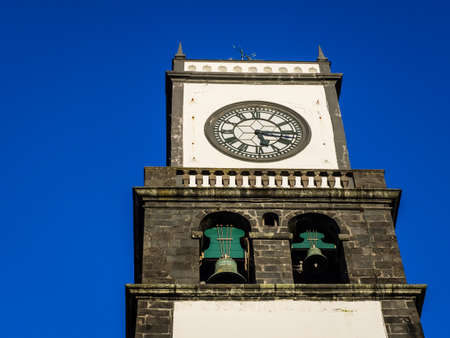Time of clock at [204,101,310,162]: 5:15
